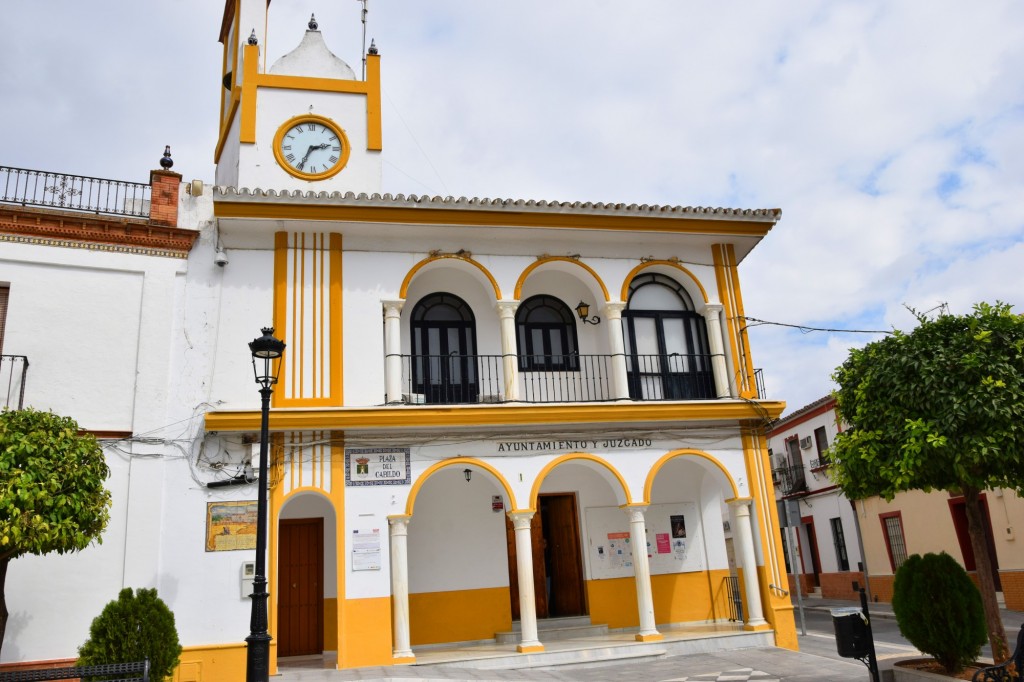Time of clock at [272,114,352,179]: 2:34
